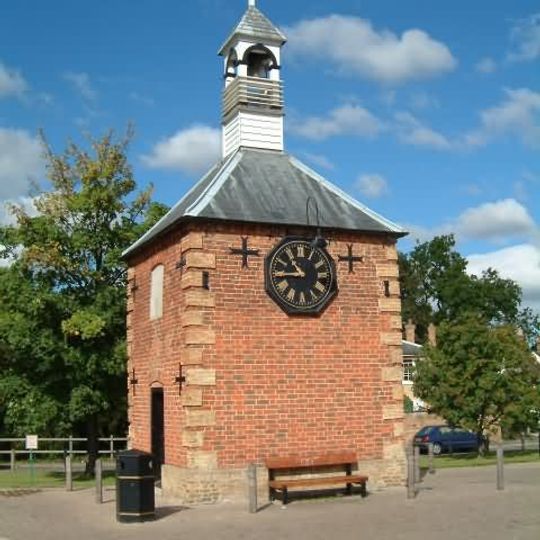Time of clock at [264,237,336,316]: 10:44
